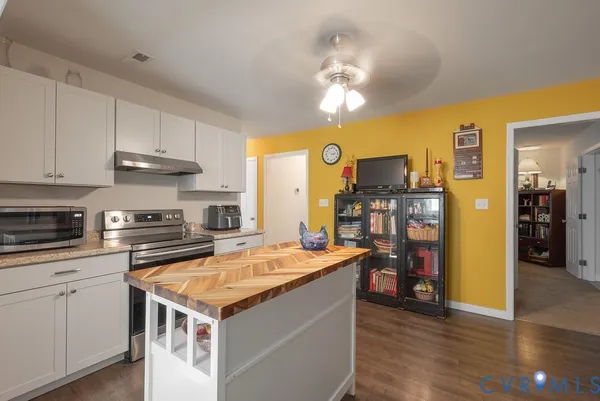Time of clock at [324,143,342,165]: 3:12
